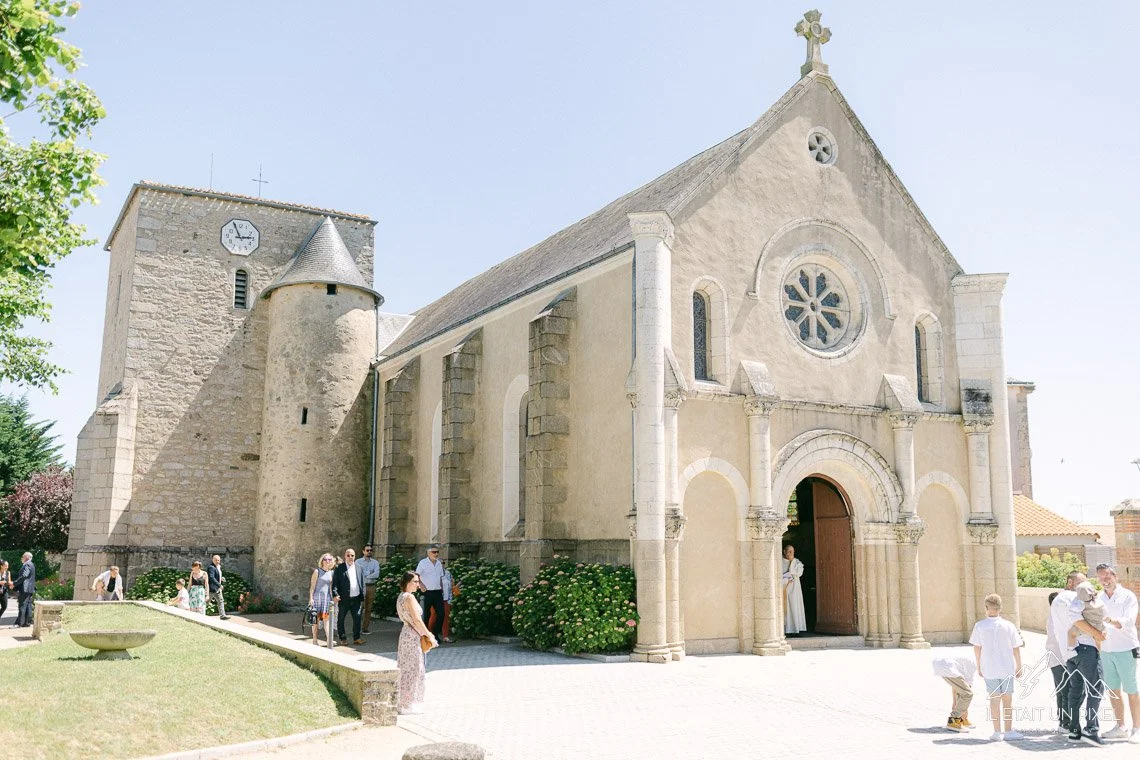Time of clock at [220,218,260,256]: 2:56
